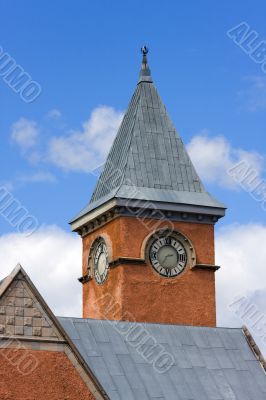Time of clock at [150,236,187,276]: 2:36
